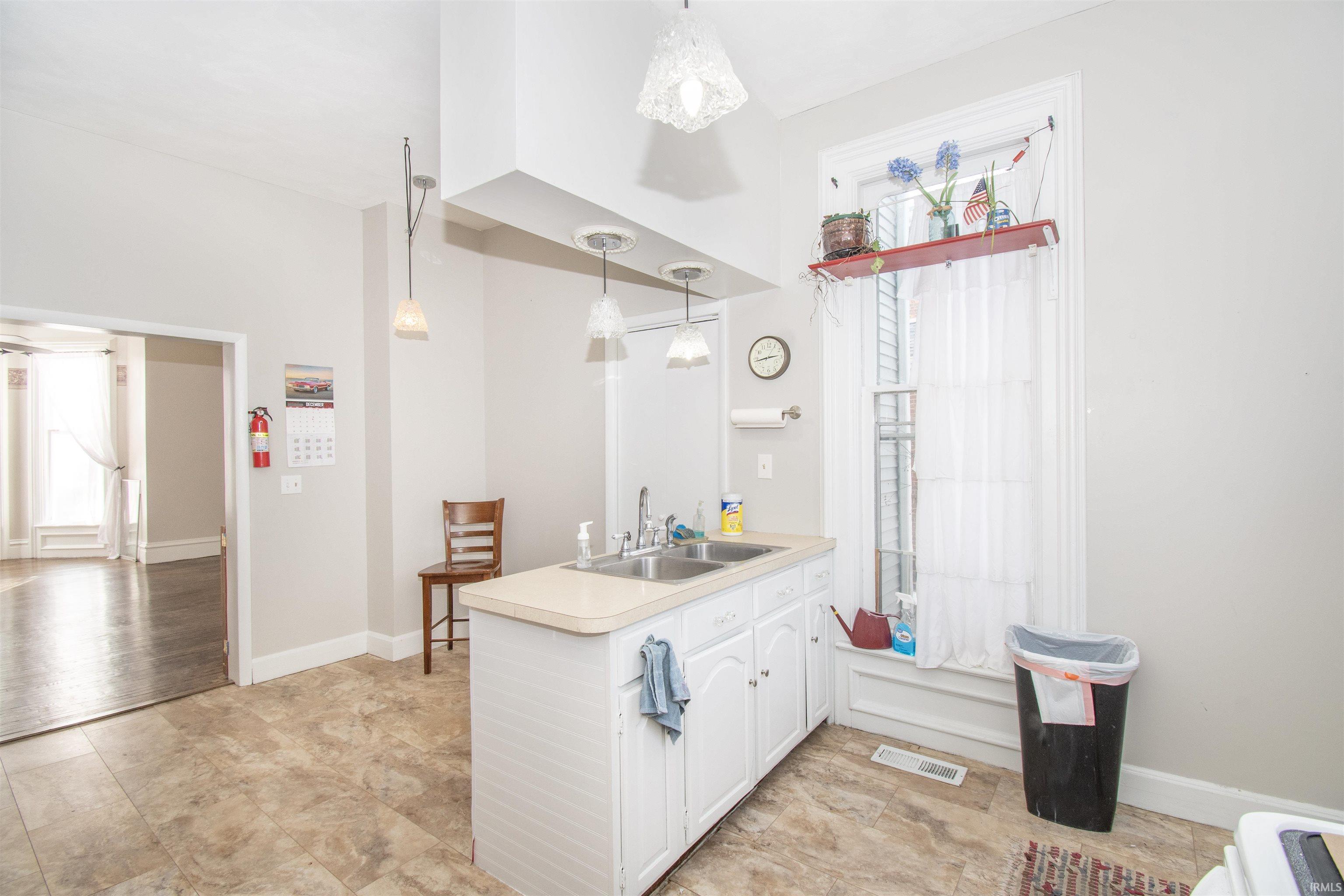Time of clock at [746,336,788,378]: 2:43
